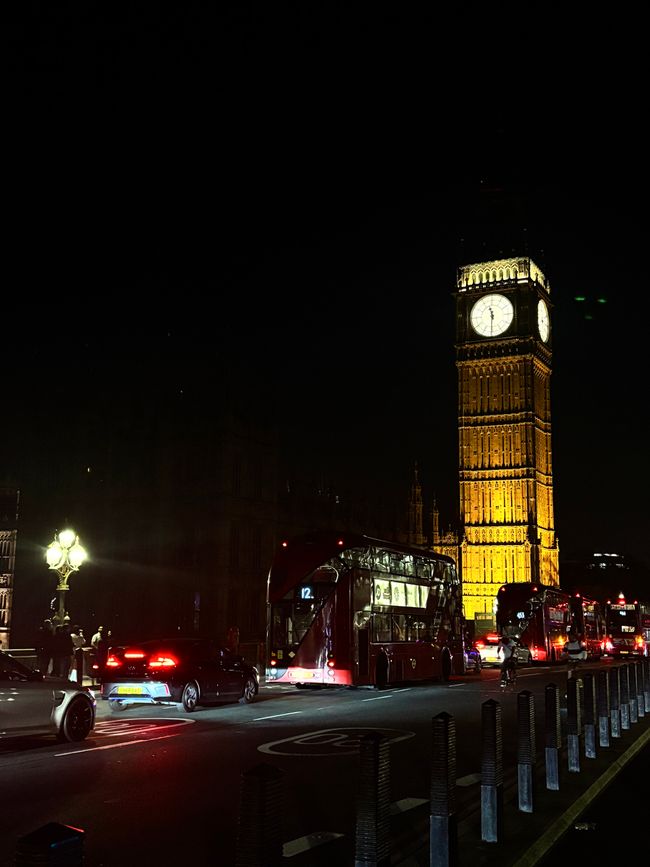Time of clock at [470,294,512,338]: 11:30
